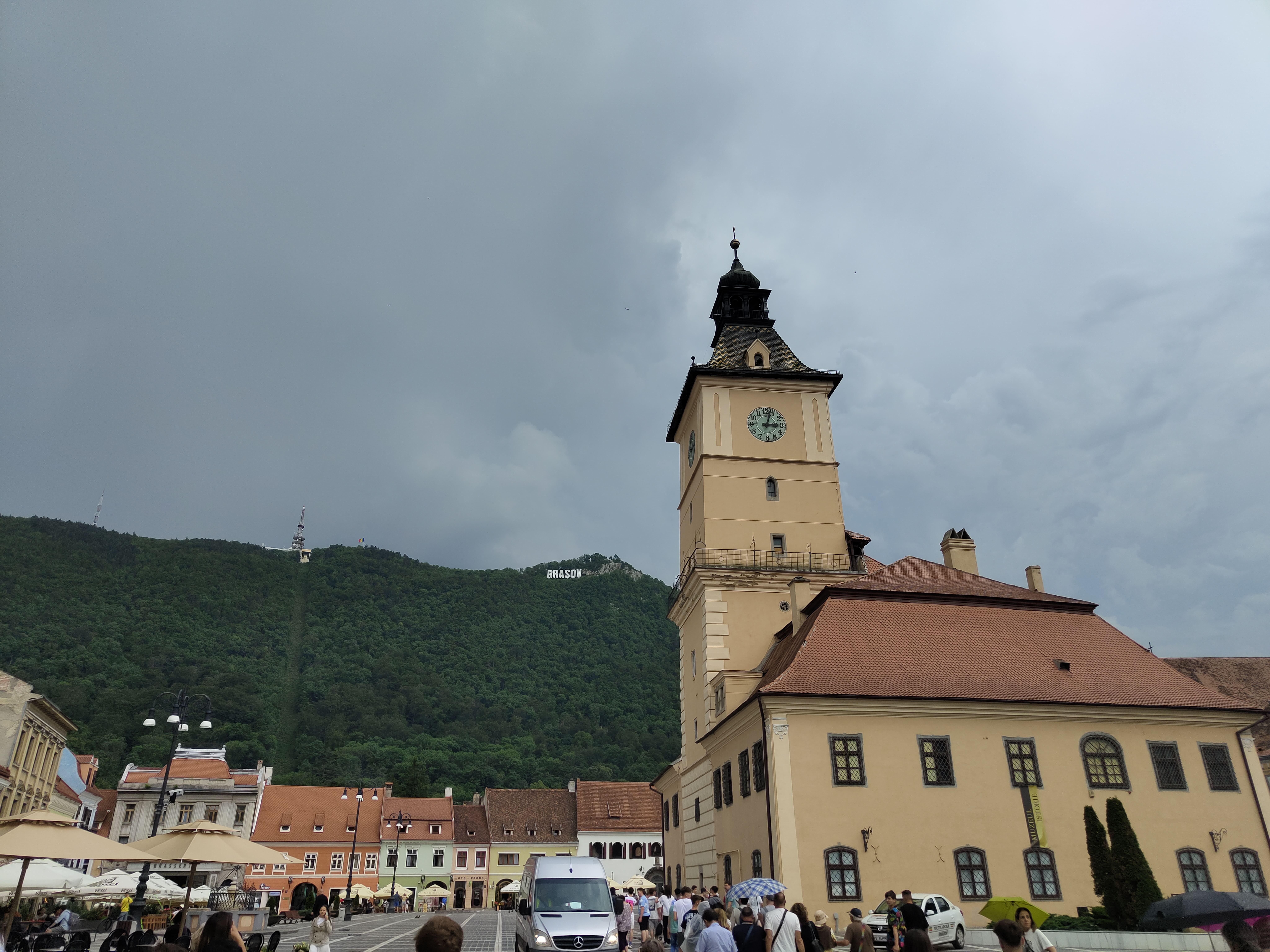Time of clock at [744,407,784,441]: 3:03
